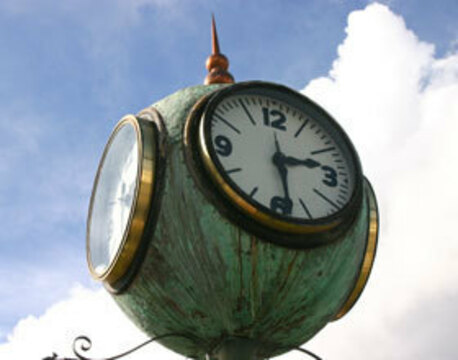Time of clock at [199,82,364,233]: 2:28
